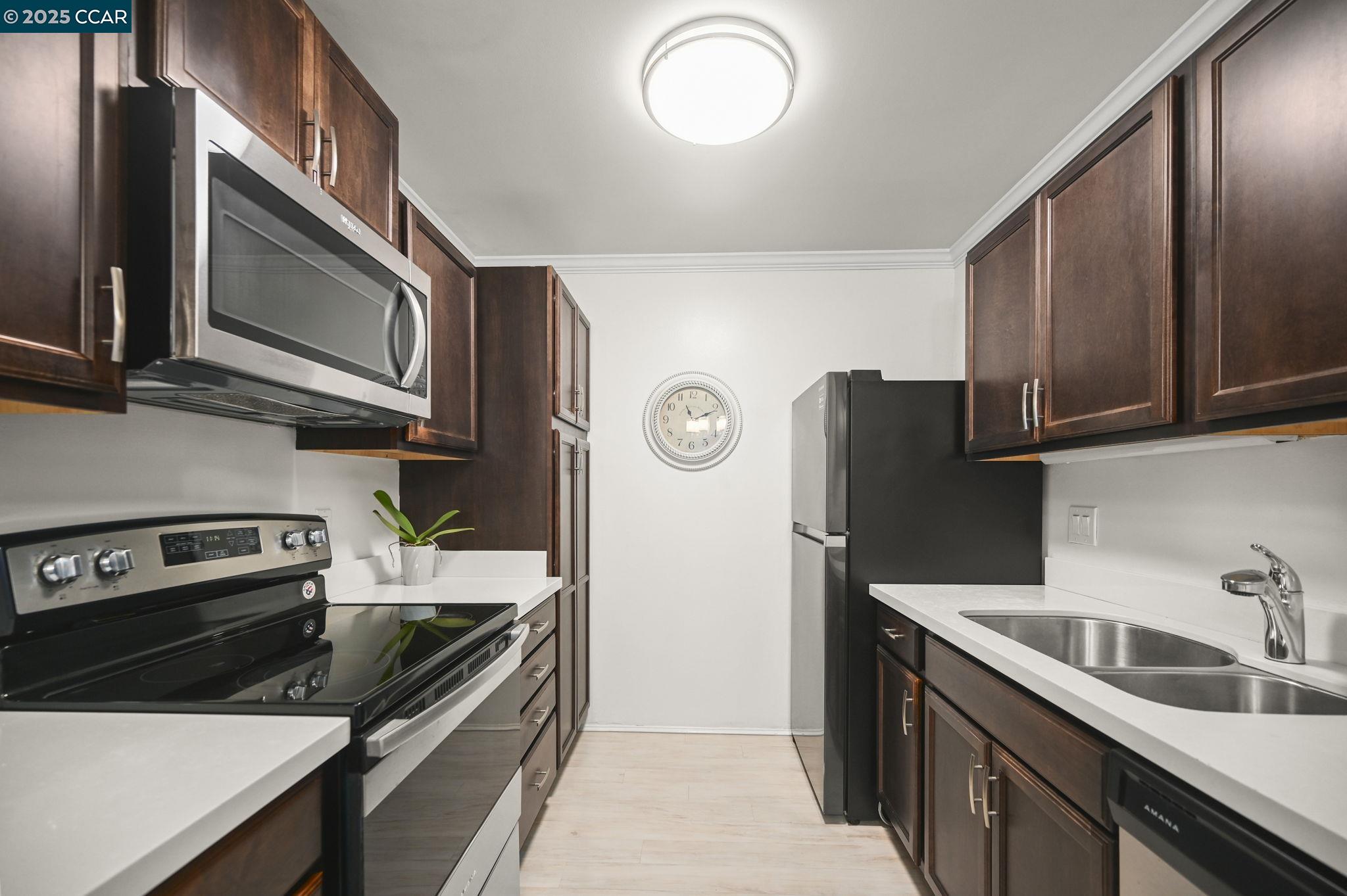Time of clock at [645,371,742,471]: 11:11
